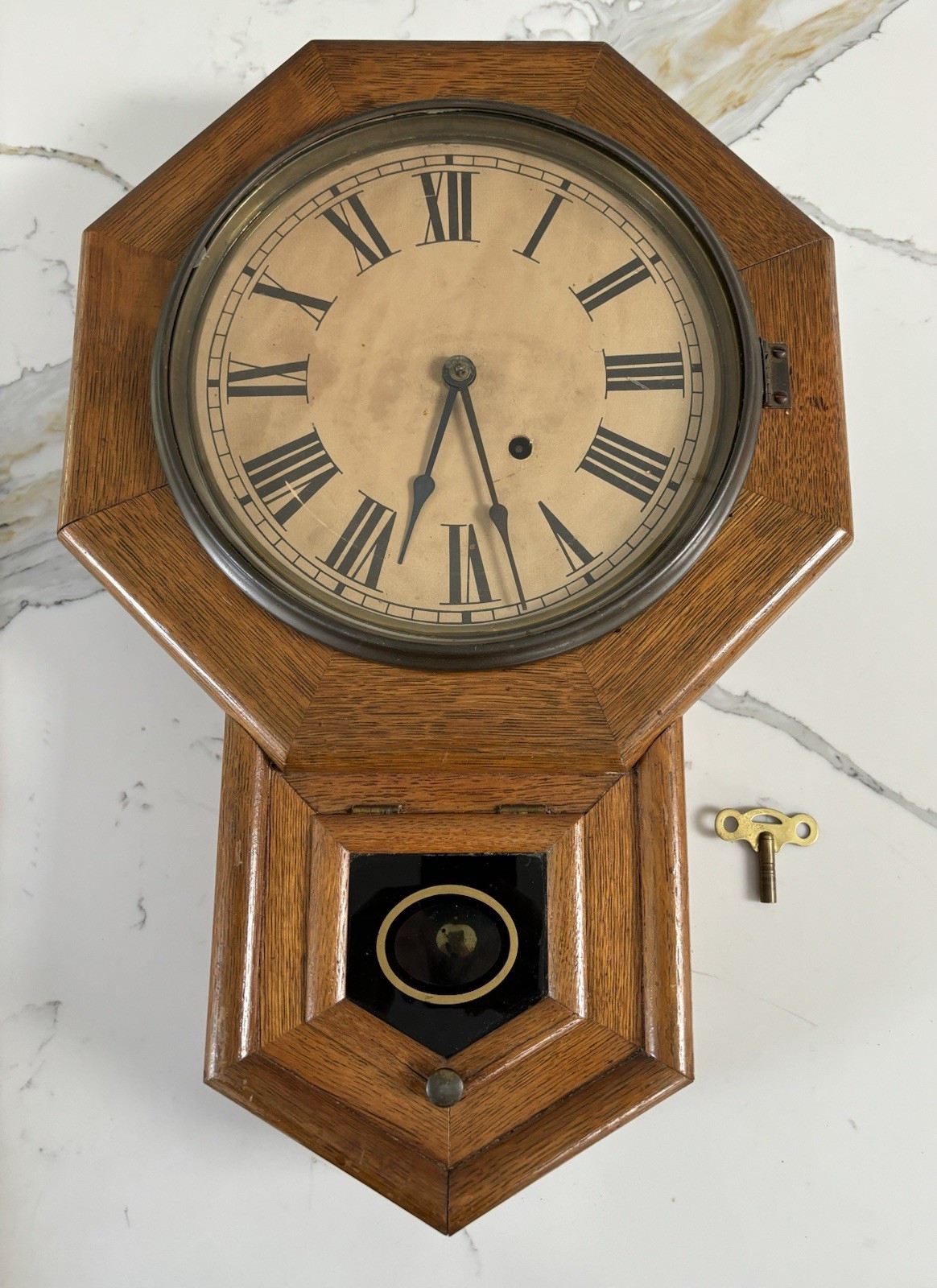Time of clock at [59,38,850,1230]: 5:33
